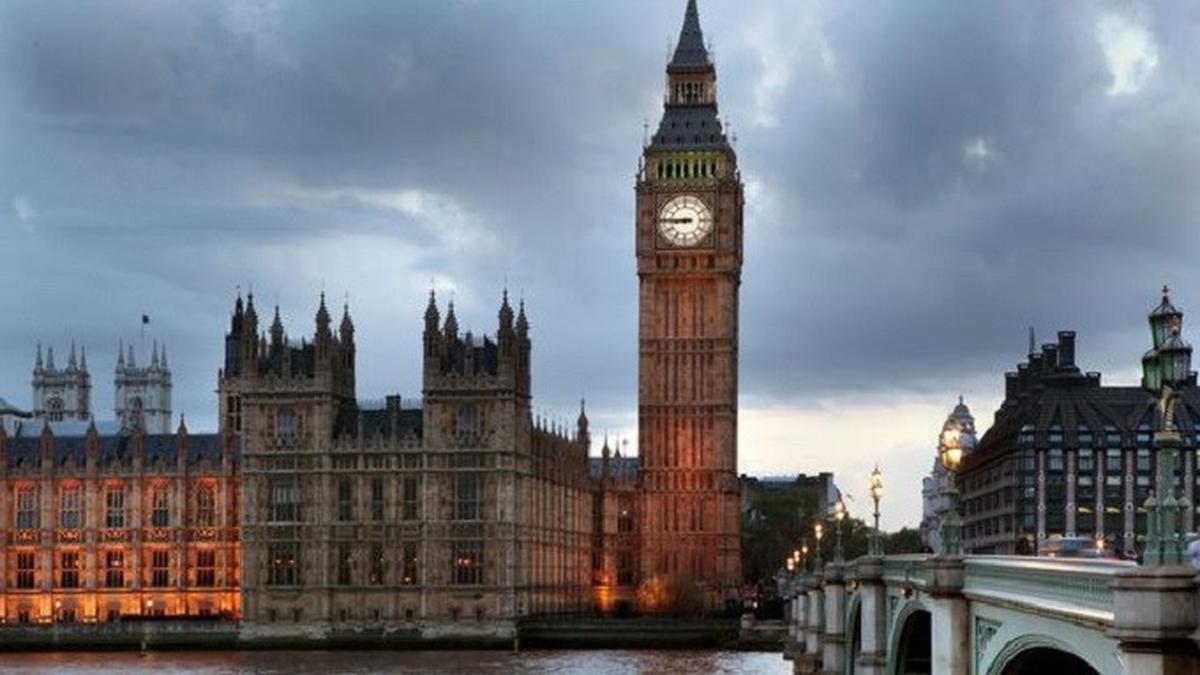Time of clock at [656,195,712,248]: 8:45
